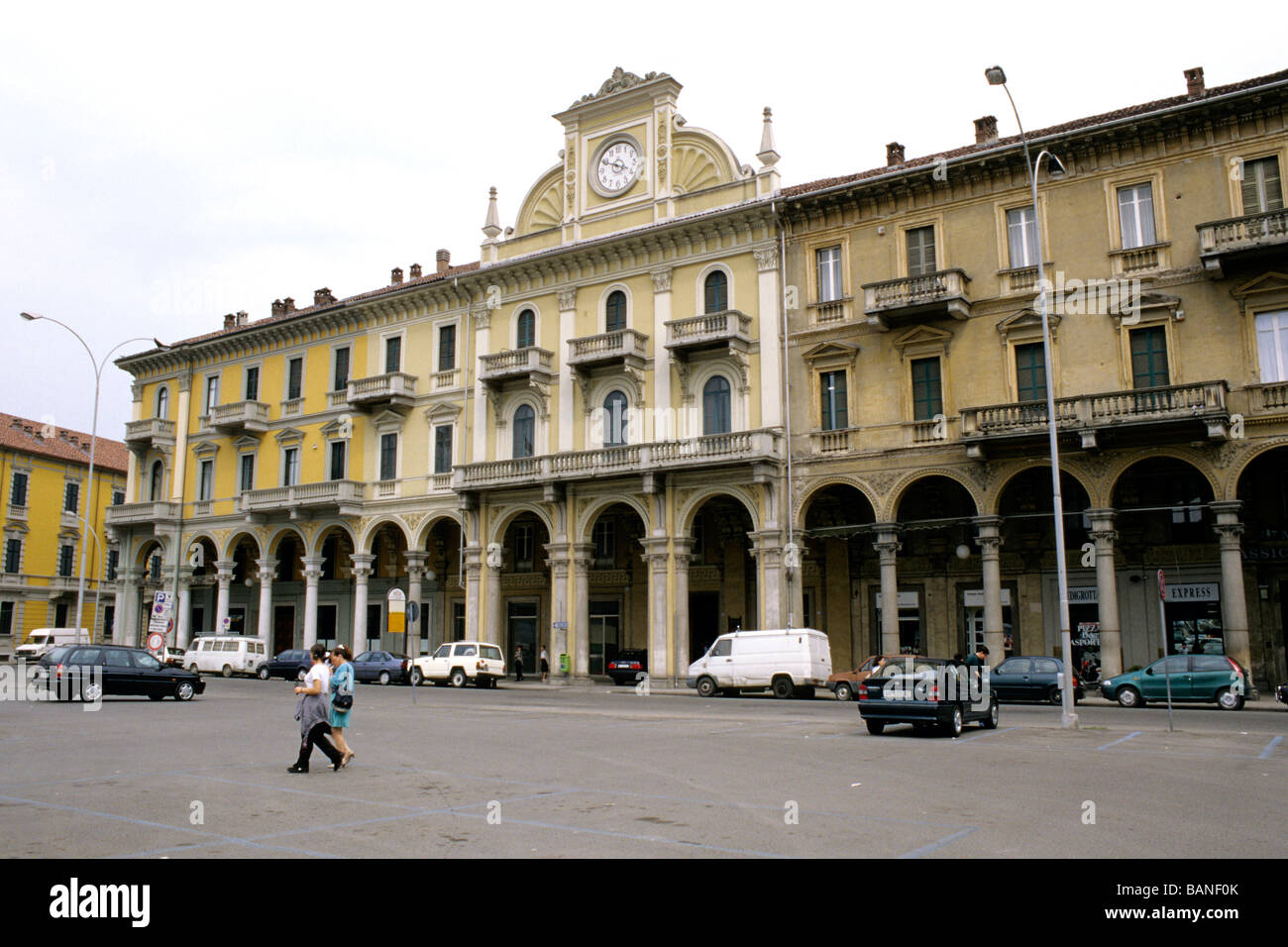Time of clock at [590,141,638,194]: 3:49
